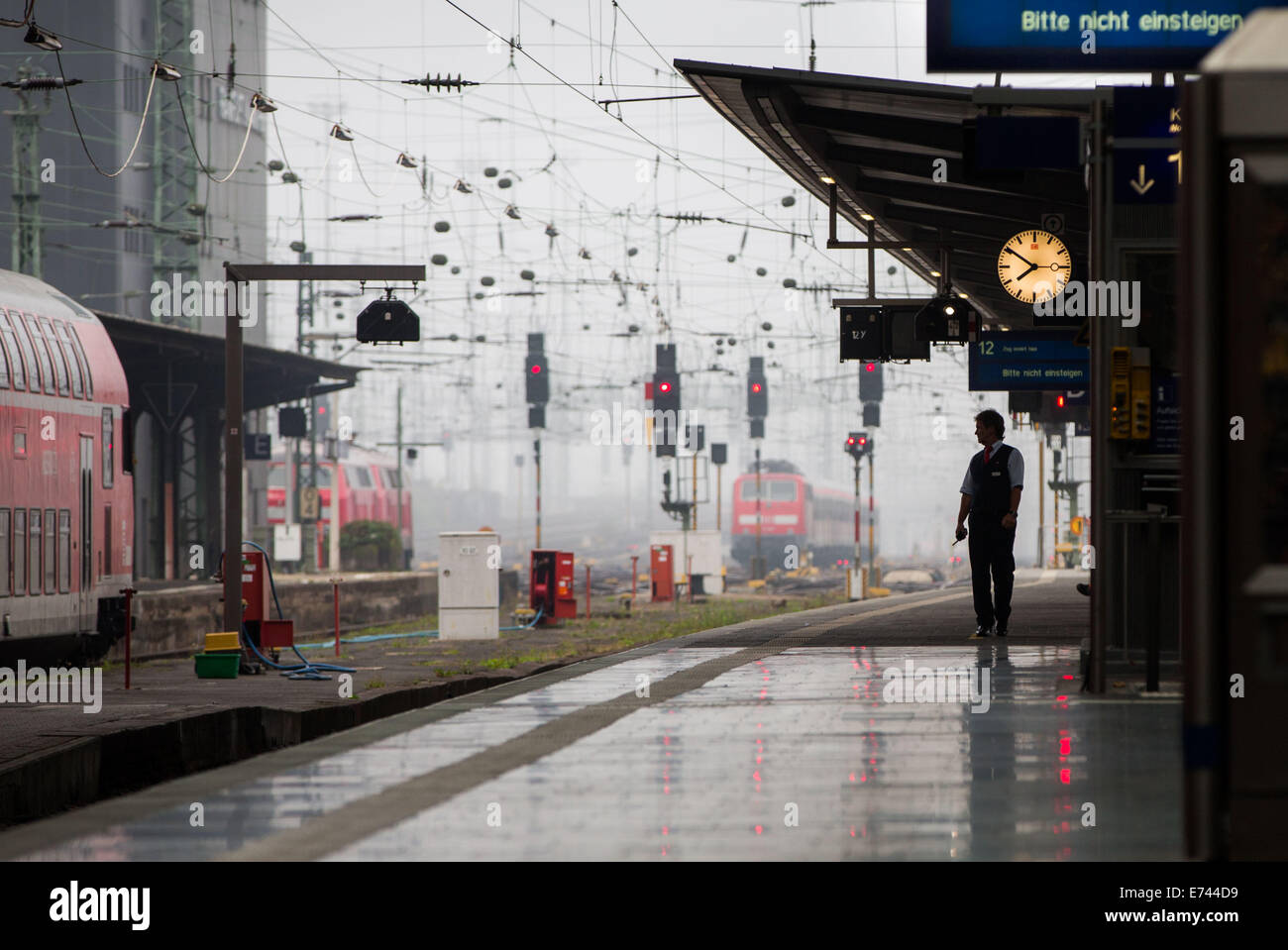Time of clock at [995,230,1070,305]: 7:50
